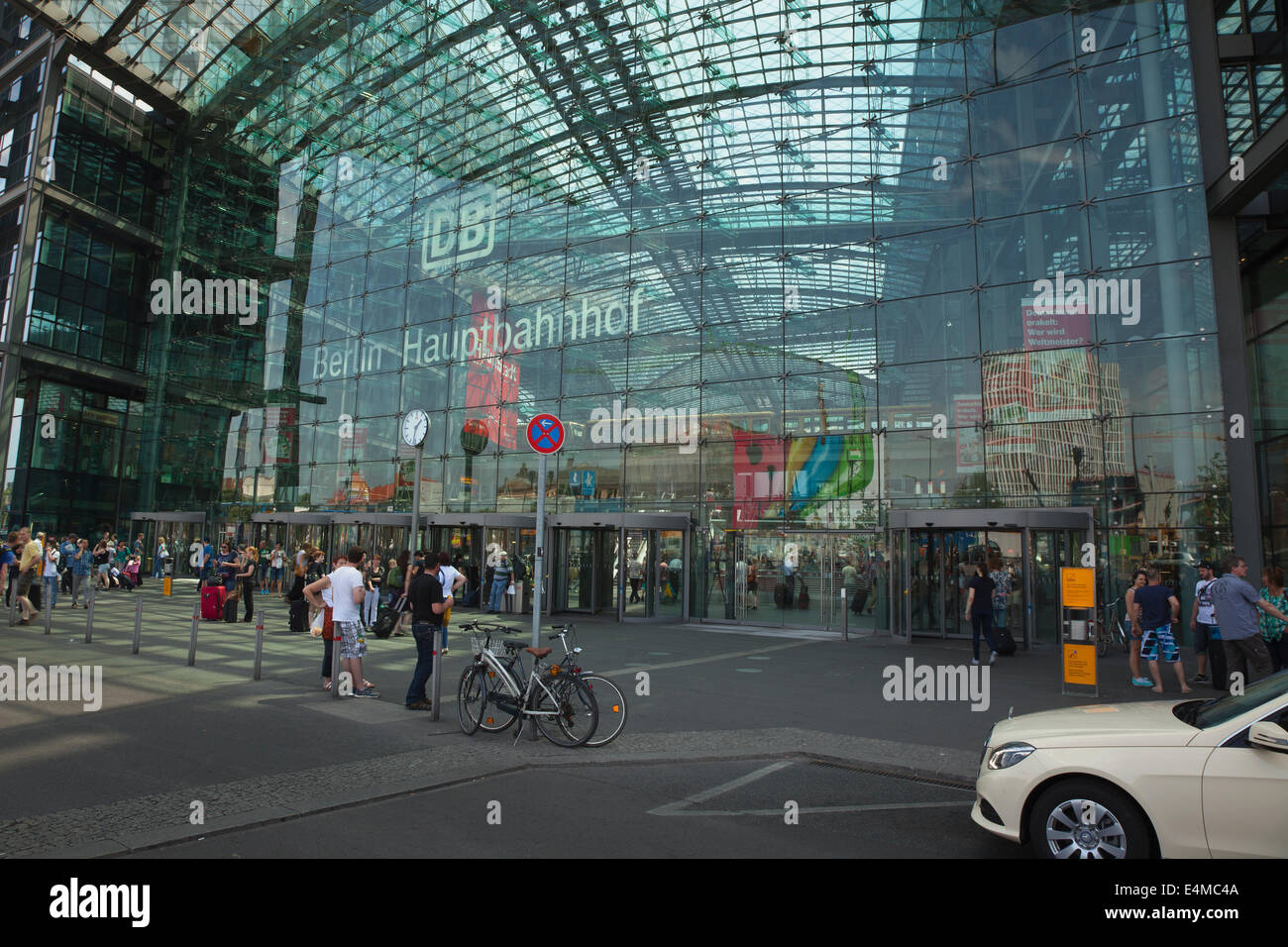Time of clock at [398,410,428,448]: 1:32
